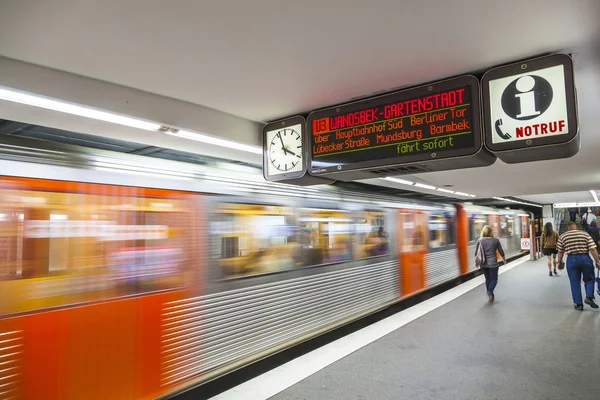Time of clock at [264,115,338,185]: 3:56
